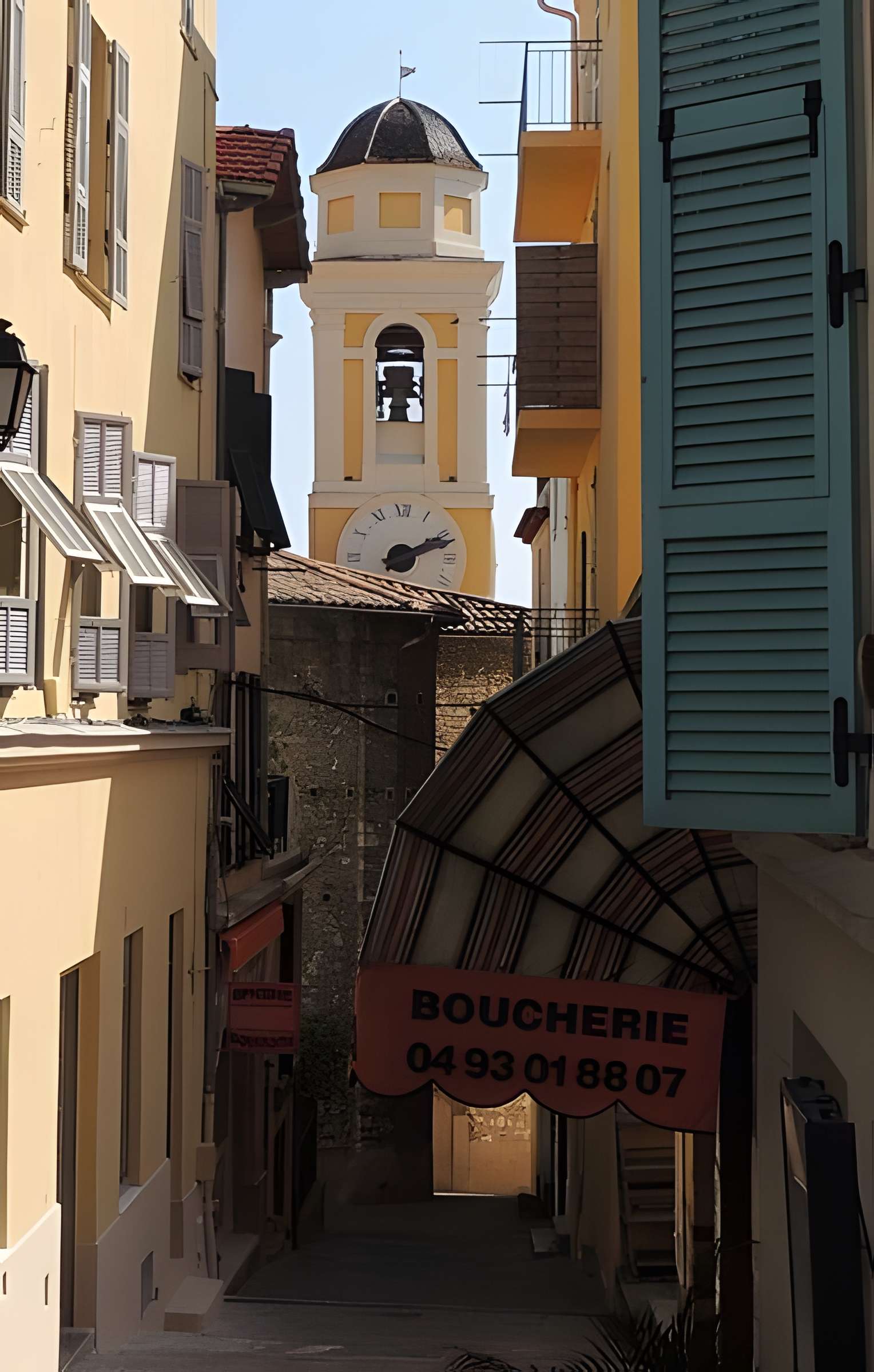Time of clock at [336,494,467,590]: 2:11
